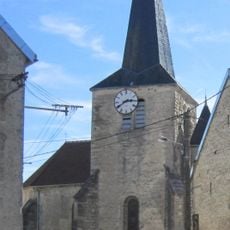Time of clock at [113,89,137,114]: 2:40
